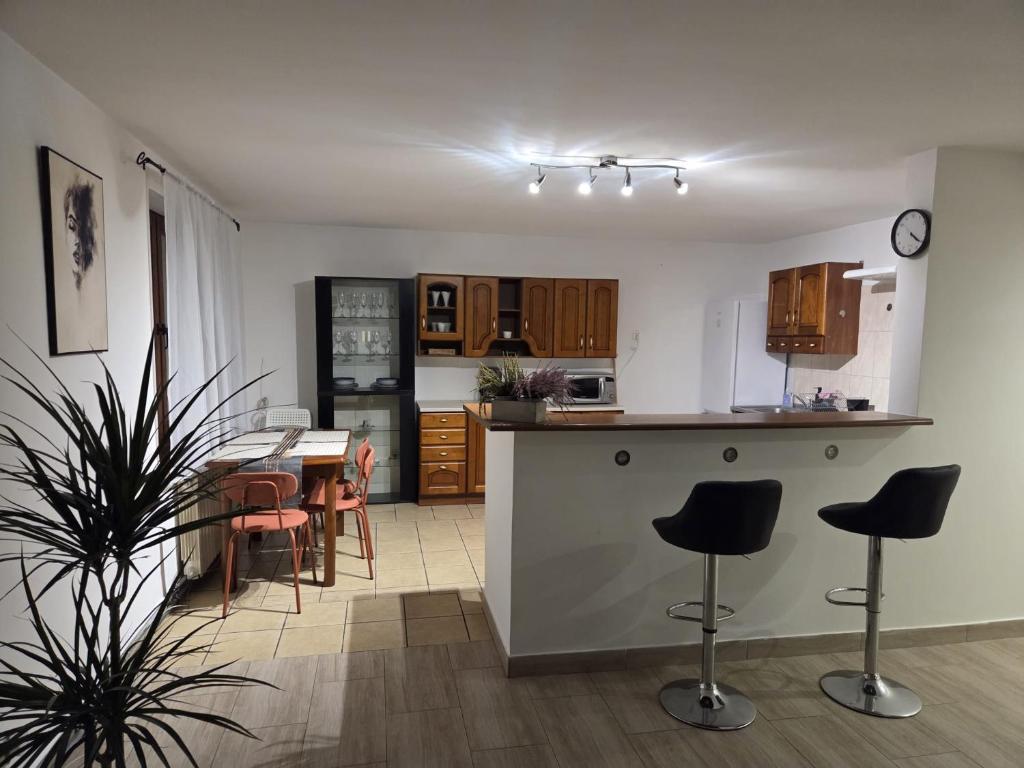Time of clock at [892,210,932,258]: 4:20
